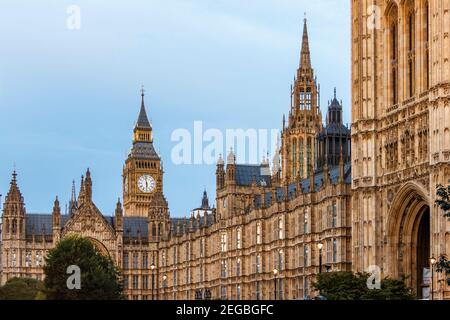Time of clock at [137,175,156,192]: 5:58
